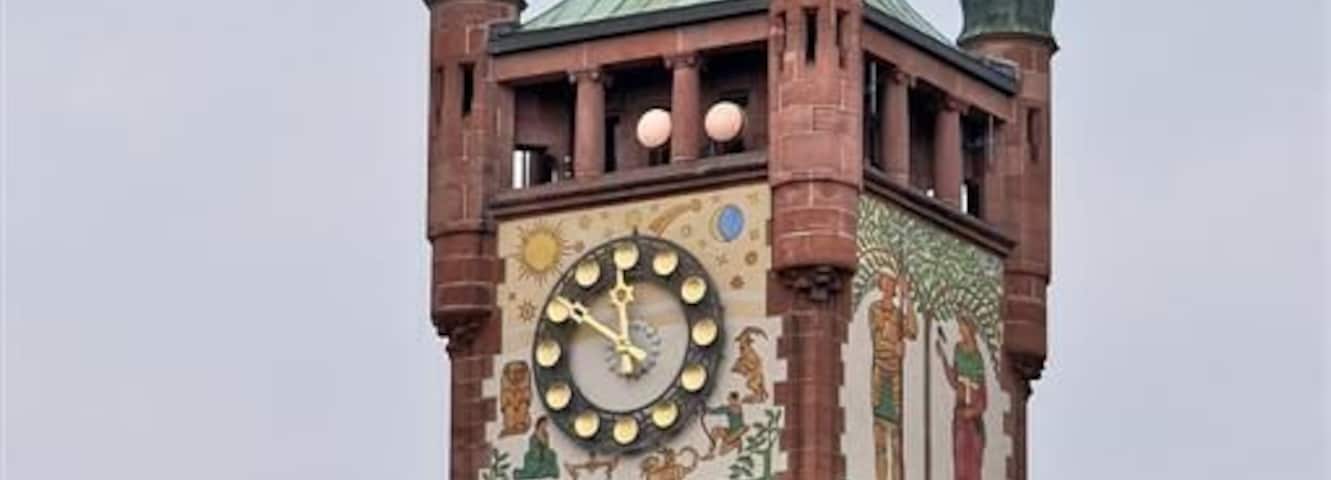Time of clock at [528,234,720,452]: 11:50
